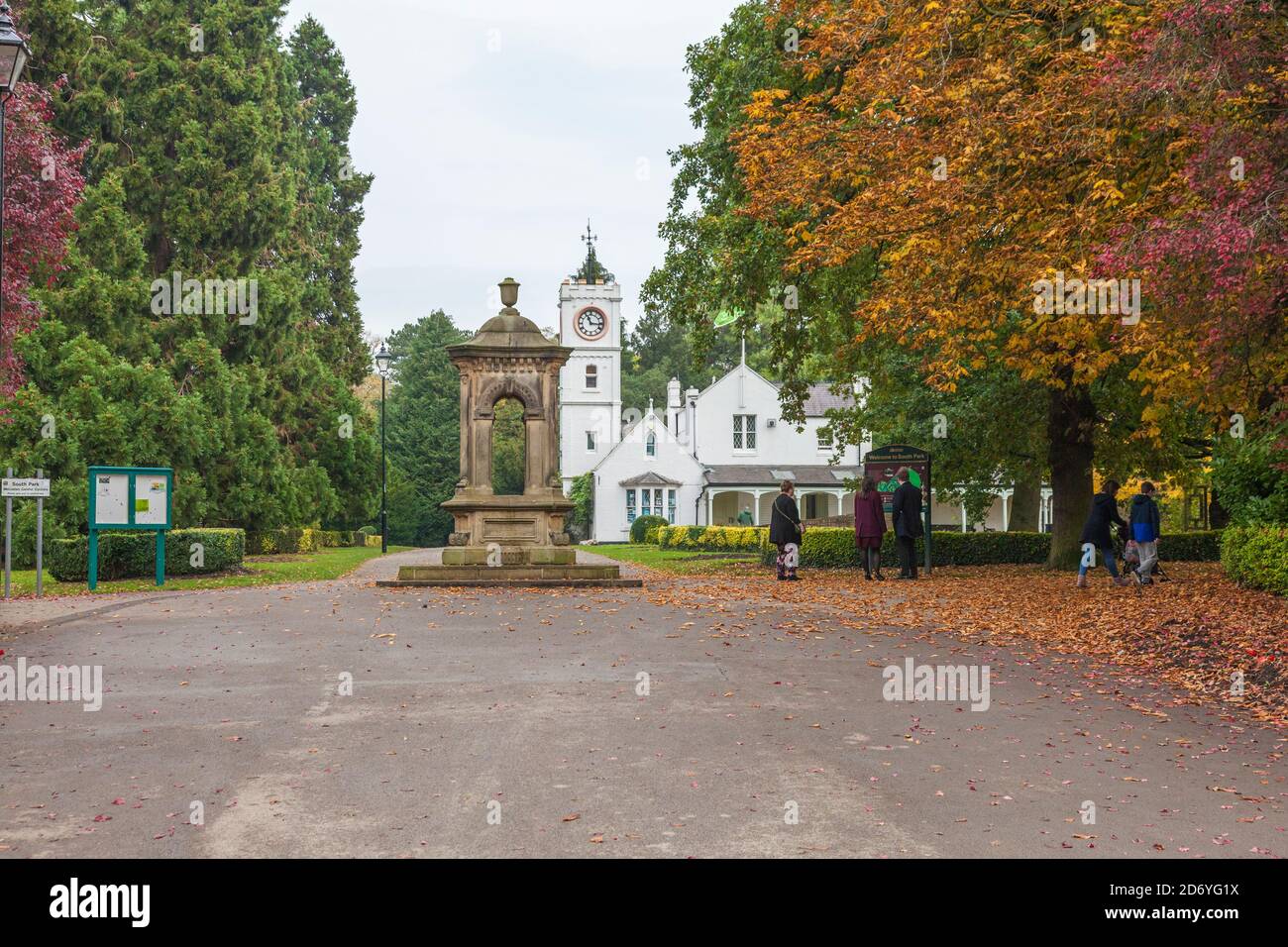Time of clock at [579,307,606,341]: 11:16
